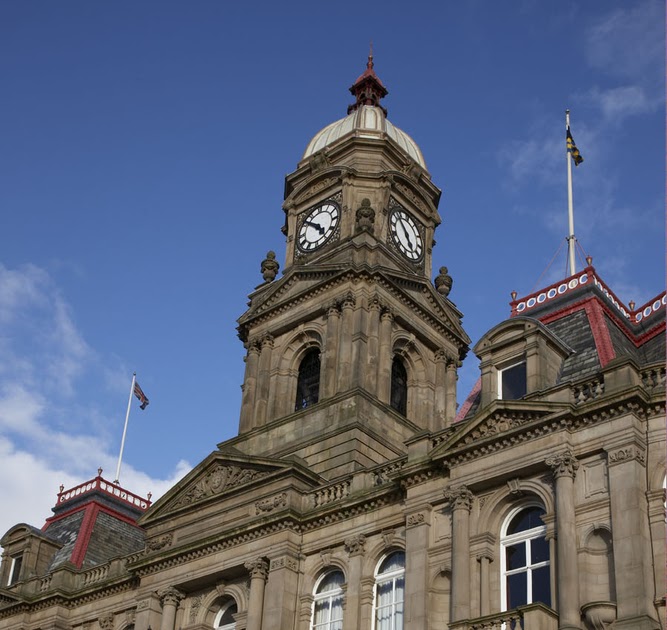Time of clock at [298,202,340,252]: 4:51
